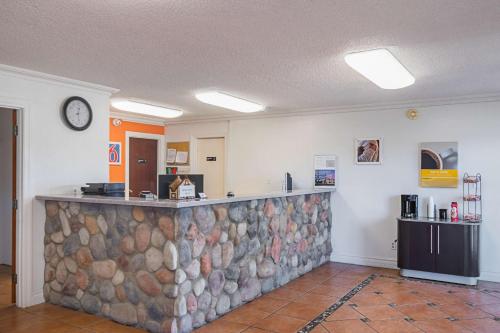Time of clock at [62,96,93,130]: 12:28
